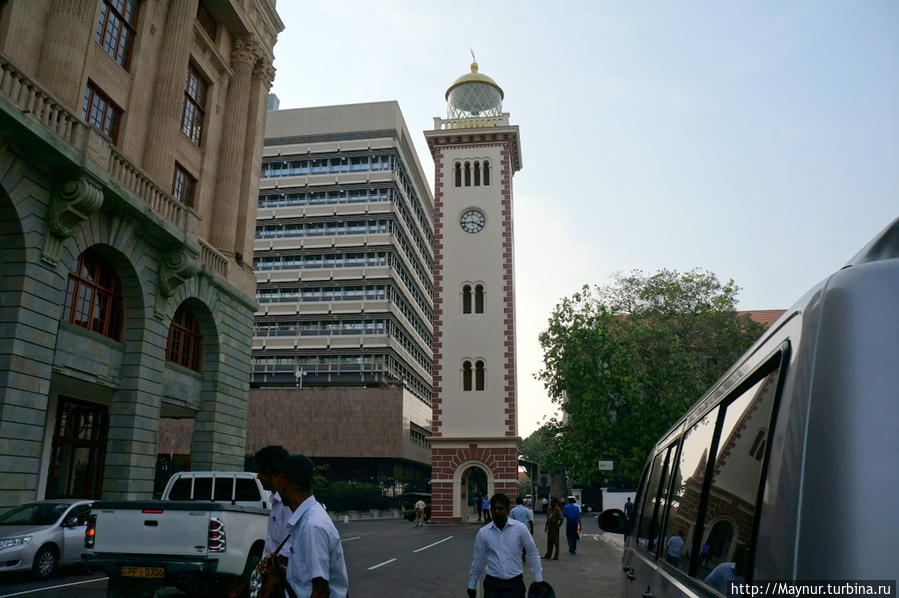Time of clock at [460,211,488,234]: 3:43
